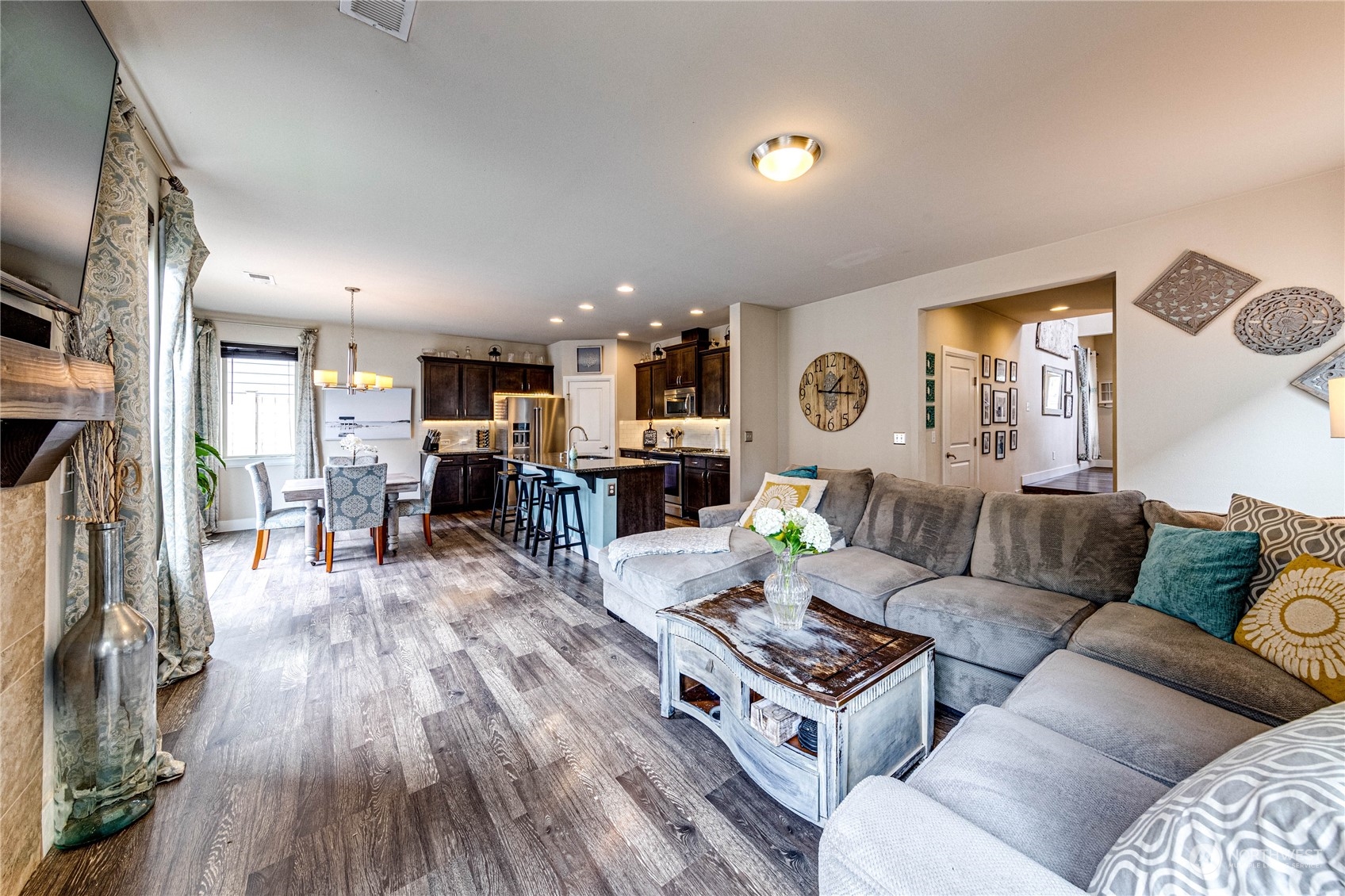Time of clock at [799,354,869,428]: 1:16
